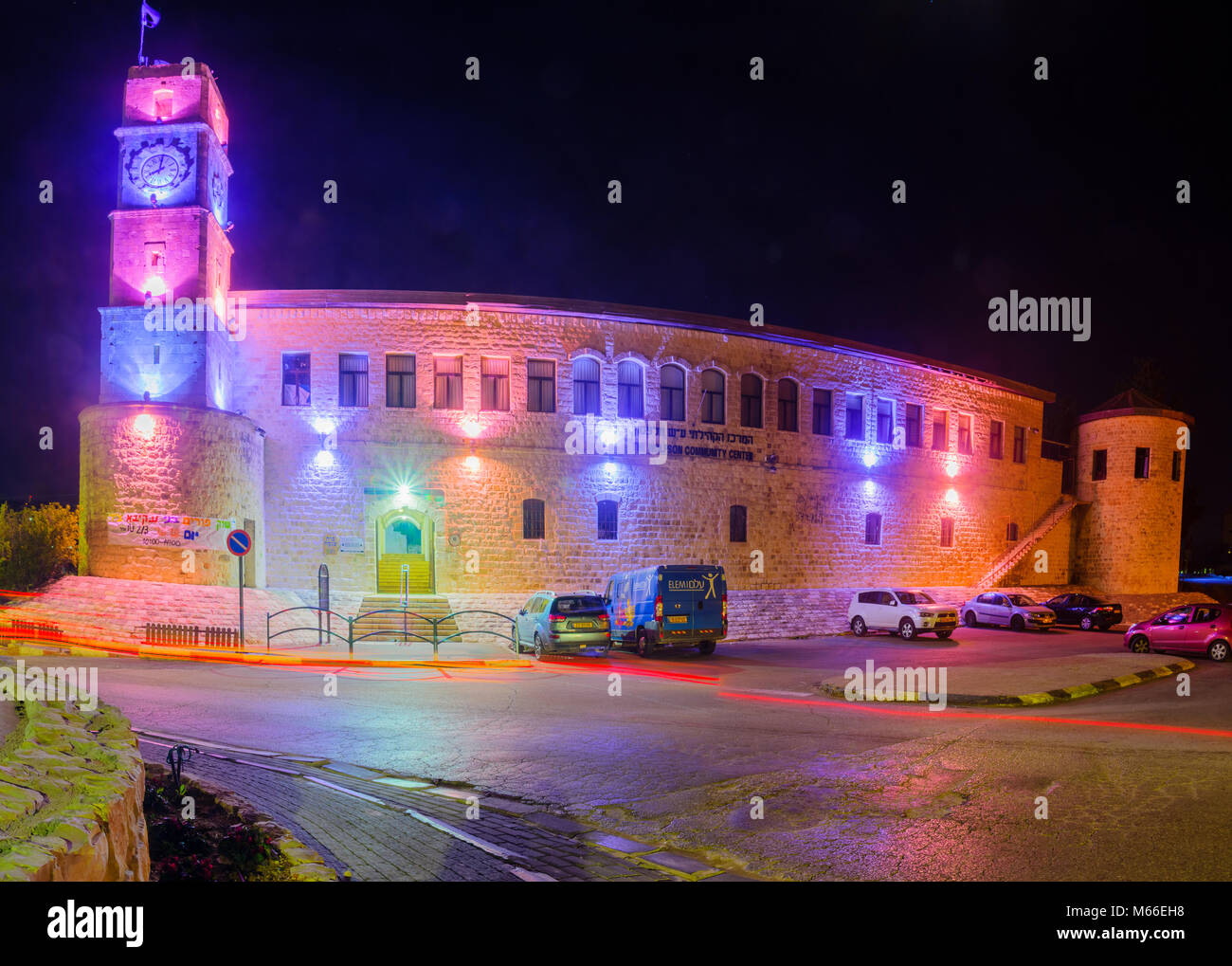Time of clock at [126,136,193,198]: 8:01
